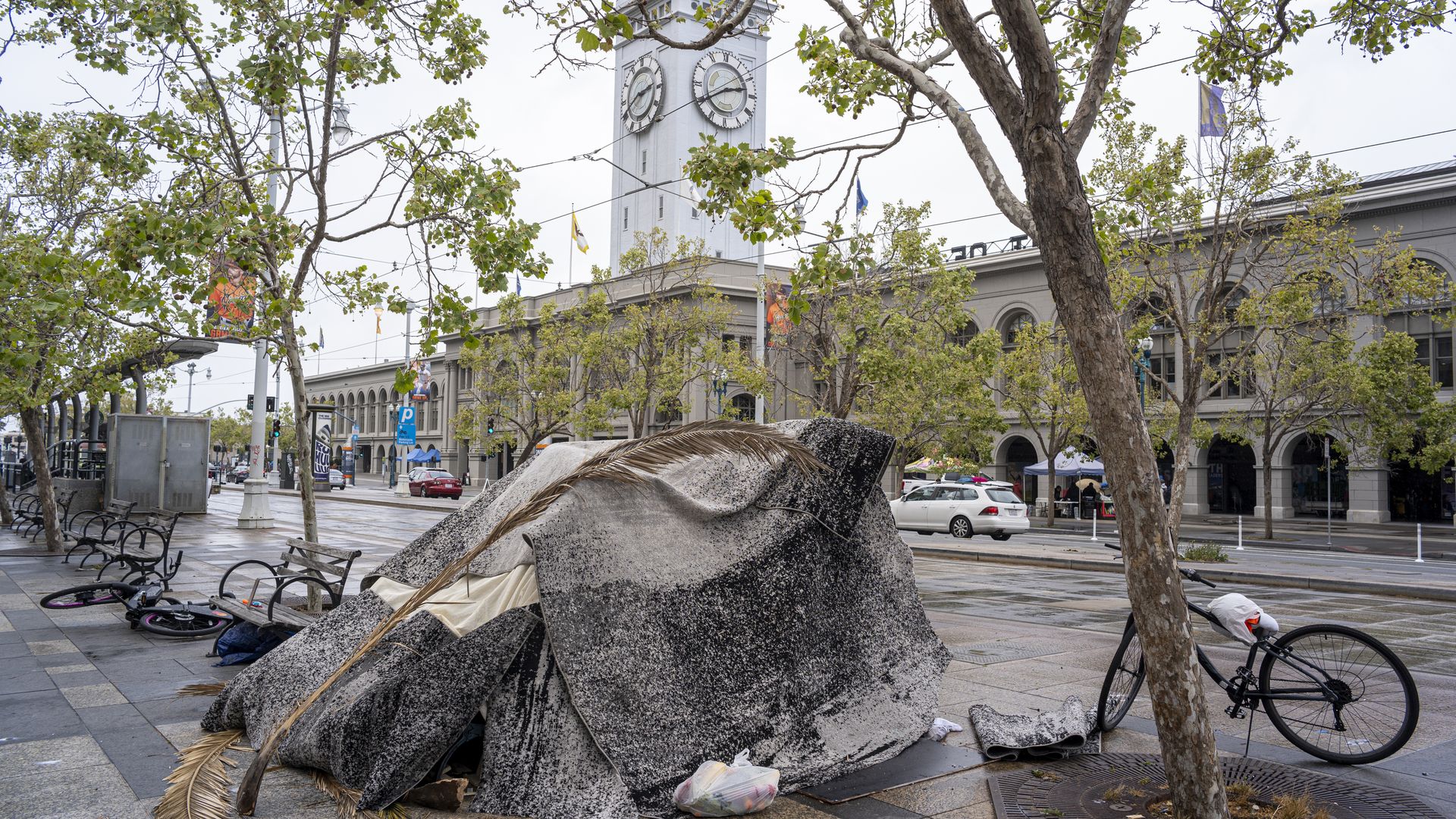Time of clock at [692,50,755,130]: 2:40
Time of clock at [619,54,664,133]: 2:40
